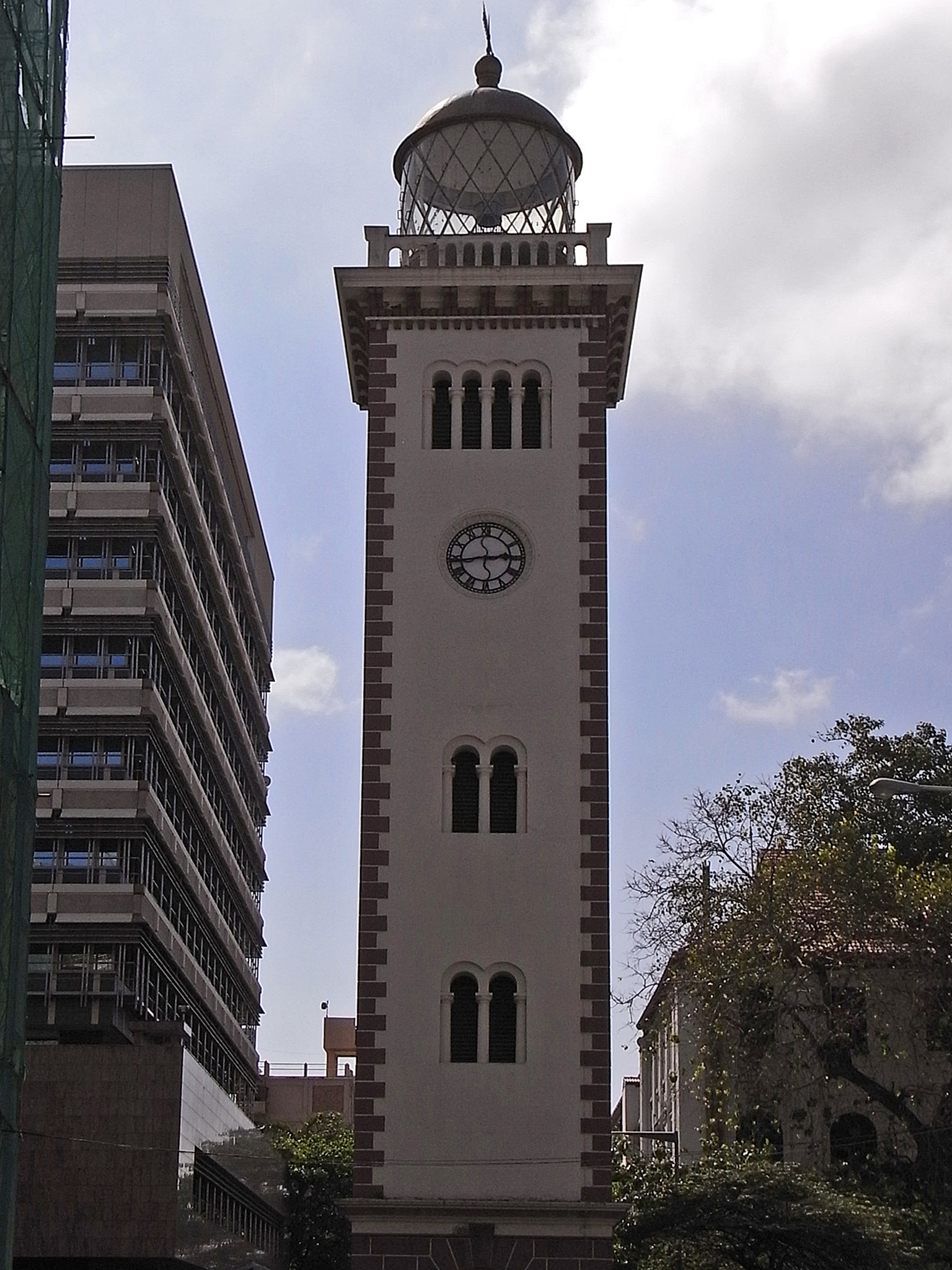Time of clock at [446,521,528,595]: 2:43
